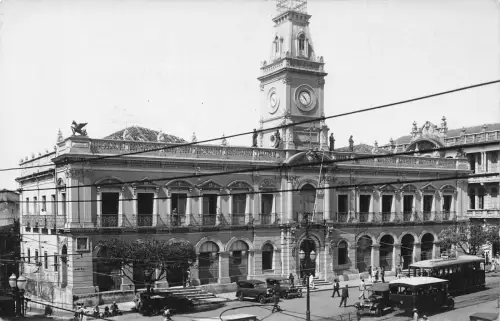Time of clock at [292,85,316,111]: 4:52
